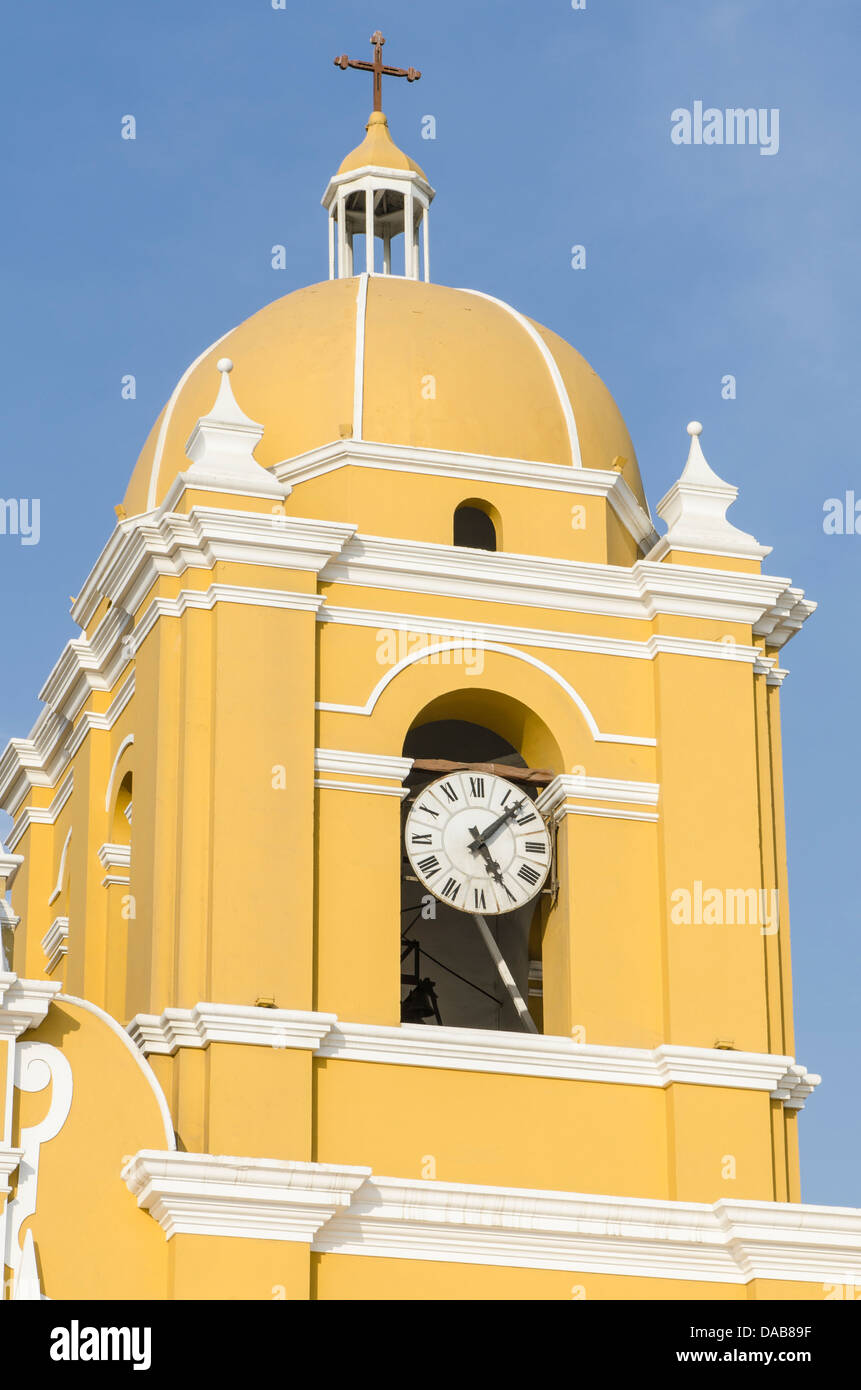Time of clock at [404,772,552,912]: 5:07
